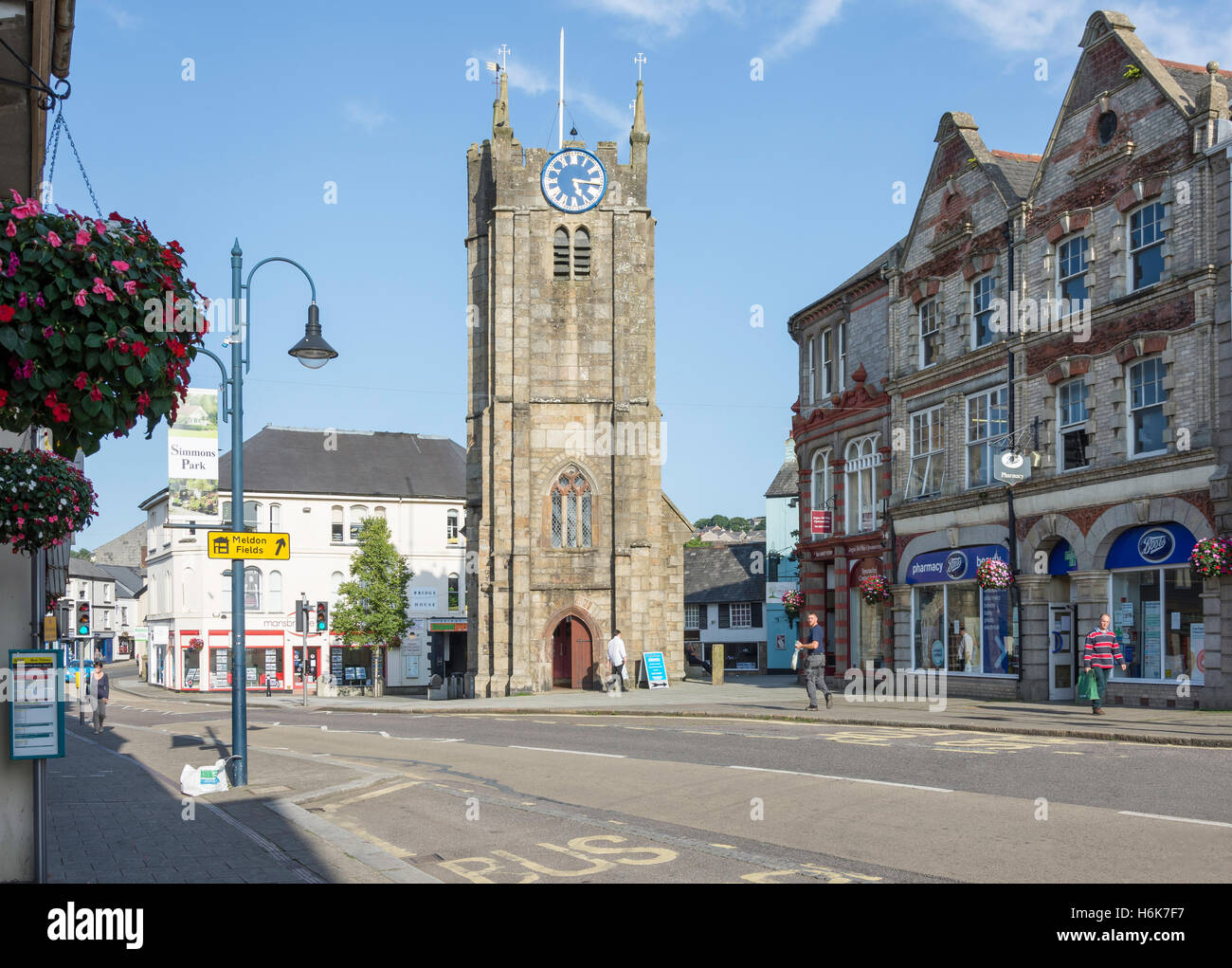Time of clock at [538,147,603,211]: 5:15
